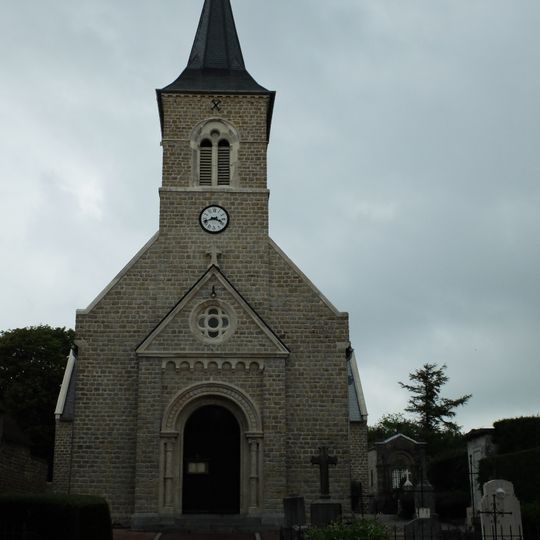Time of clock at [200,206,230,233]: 3:42
